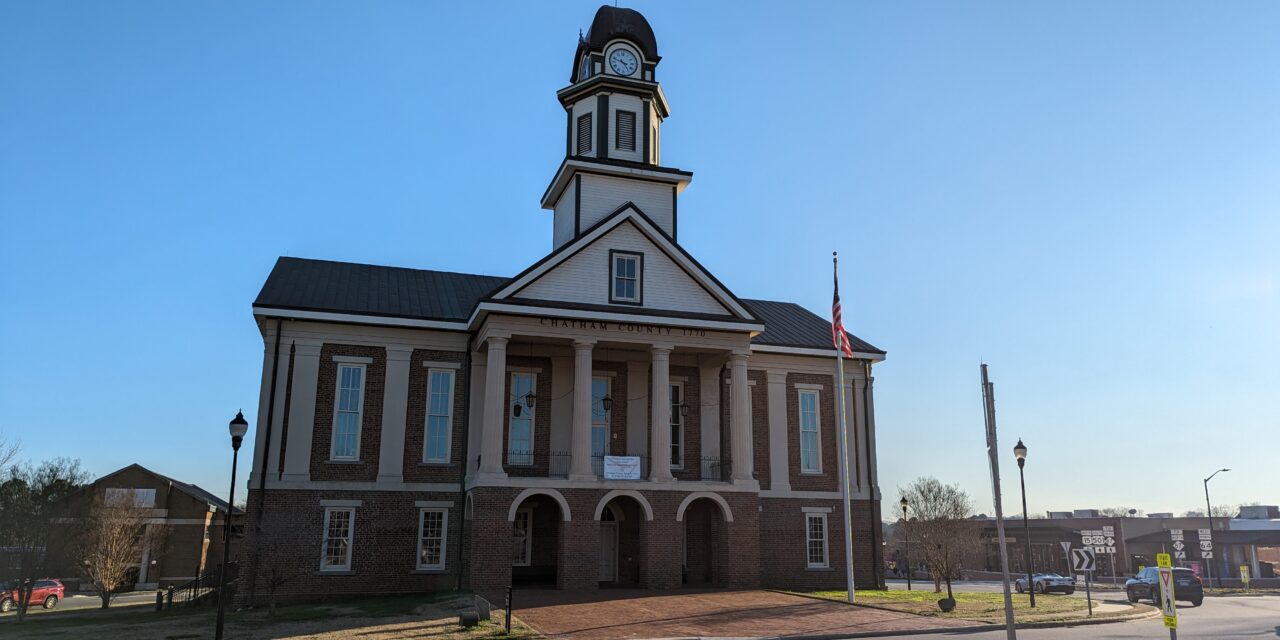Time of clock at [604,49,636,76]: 4:48
